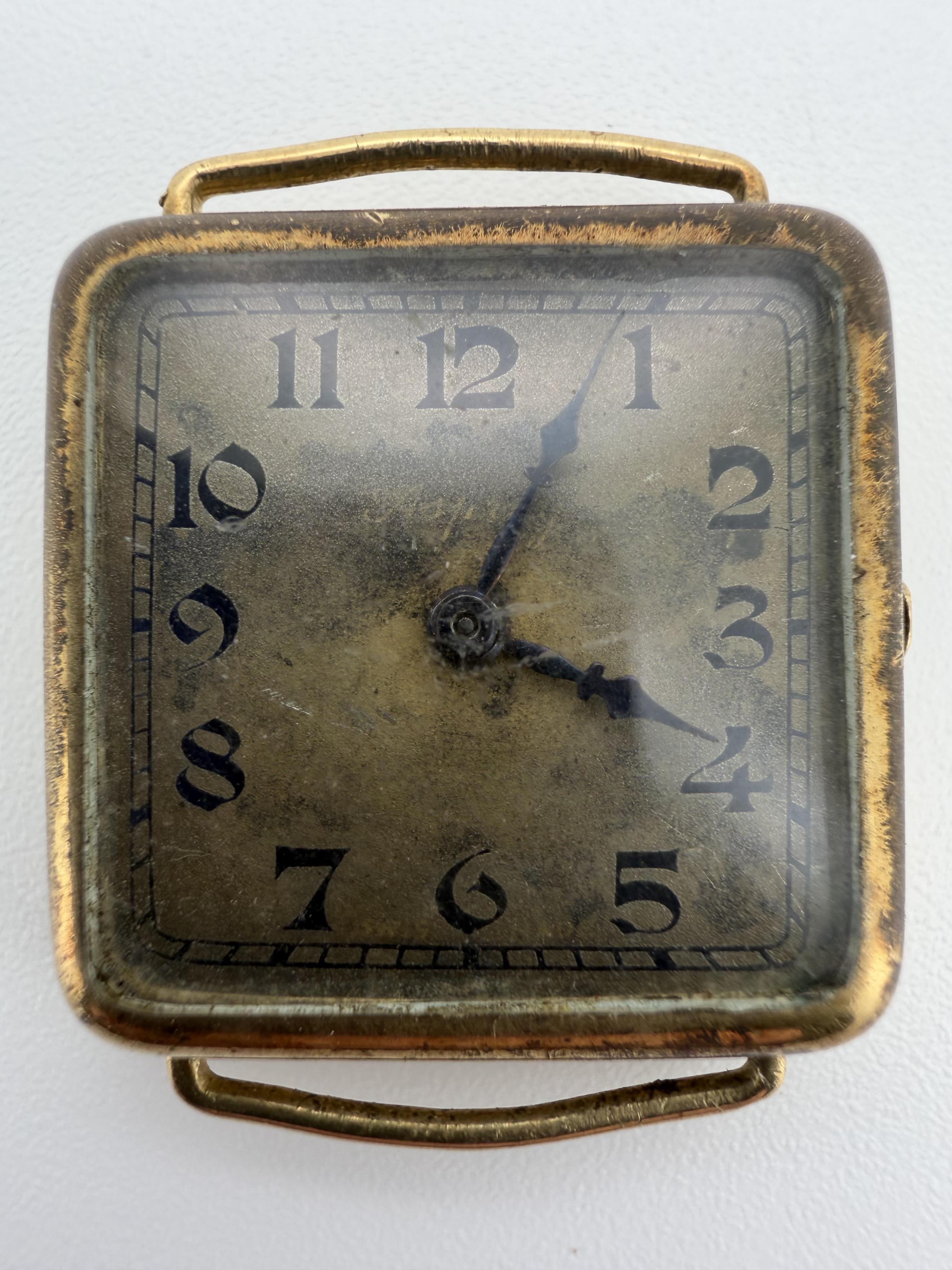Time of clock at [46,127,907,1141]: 4:04
